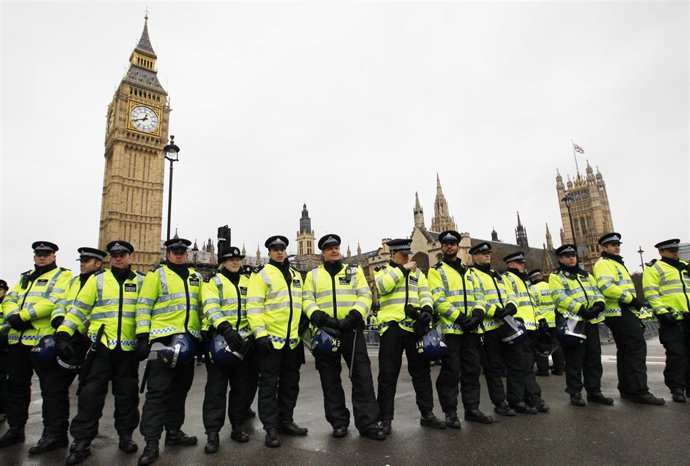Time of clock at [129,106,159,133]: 12:41
